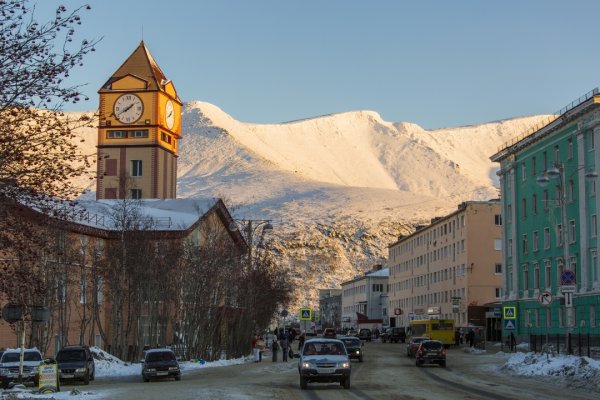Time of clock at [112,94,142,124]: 1:40
